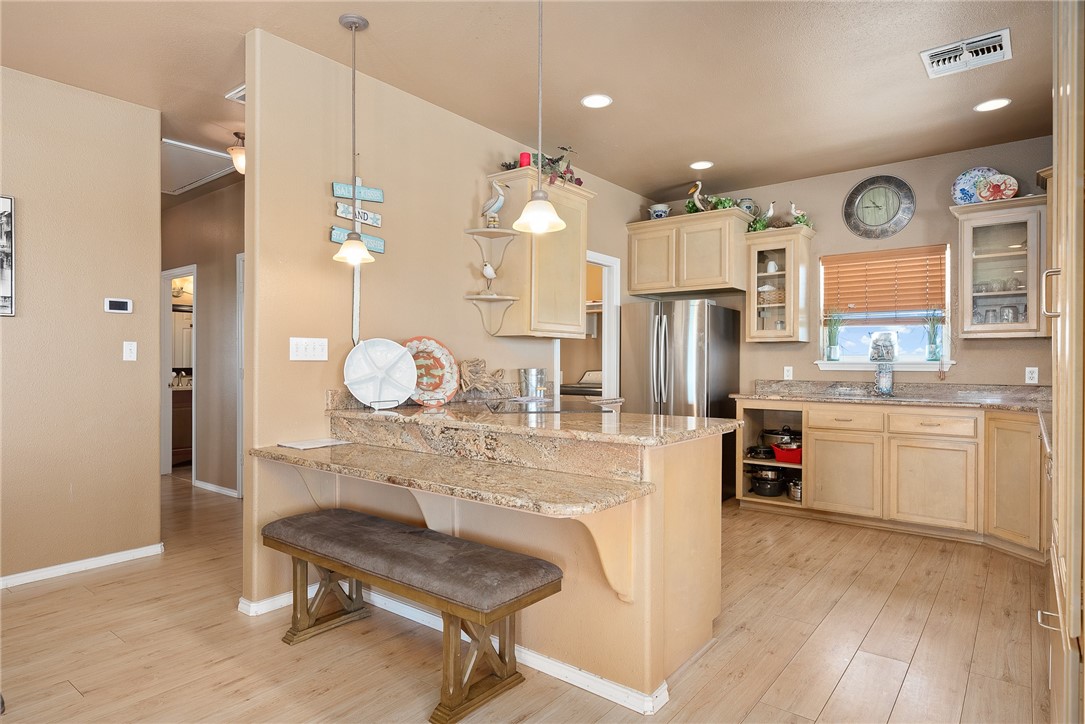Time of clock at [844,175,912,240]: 10:45
